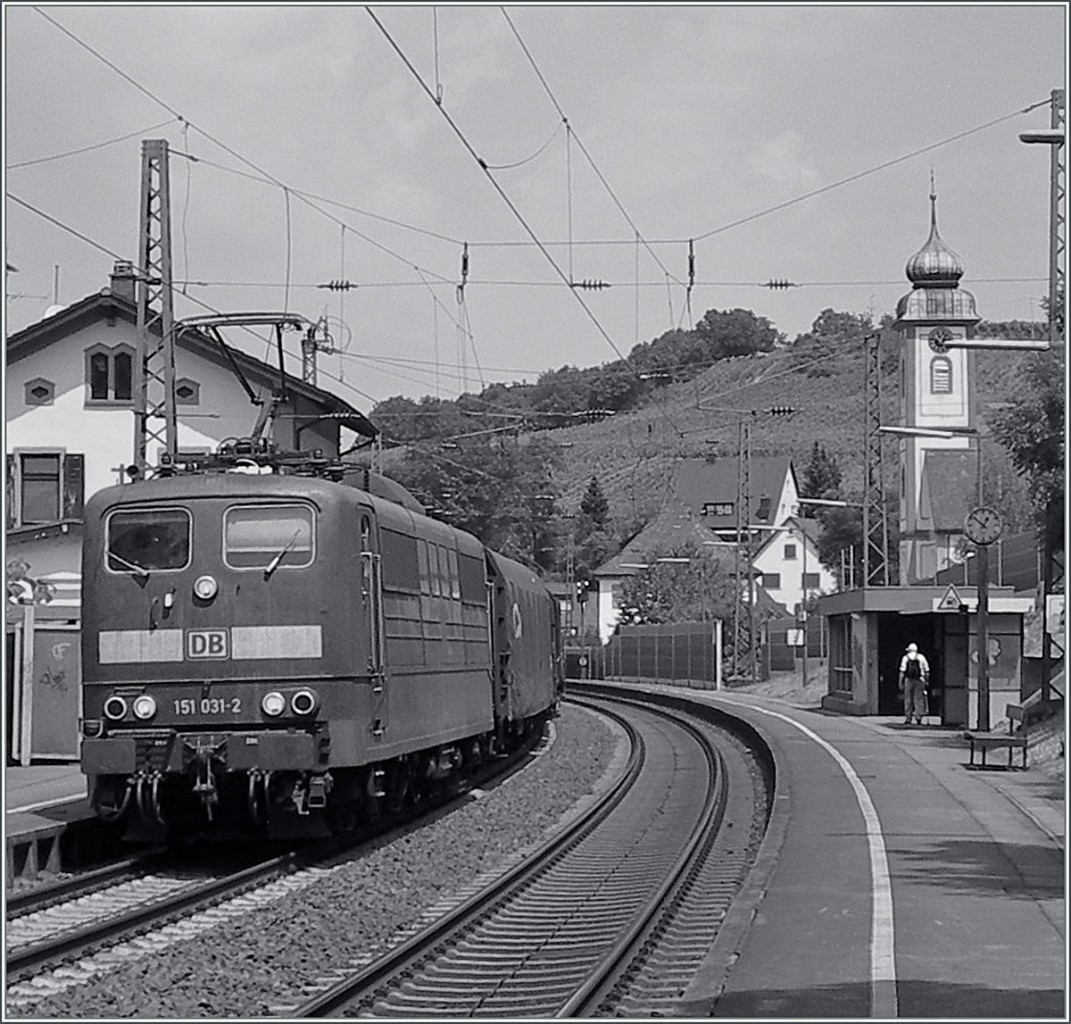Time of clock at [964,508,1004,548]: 12:52
